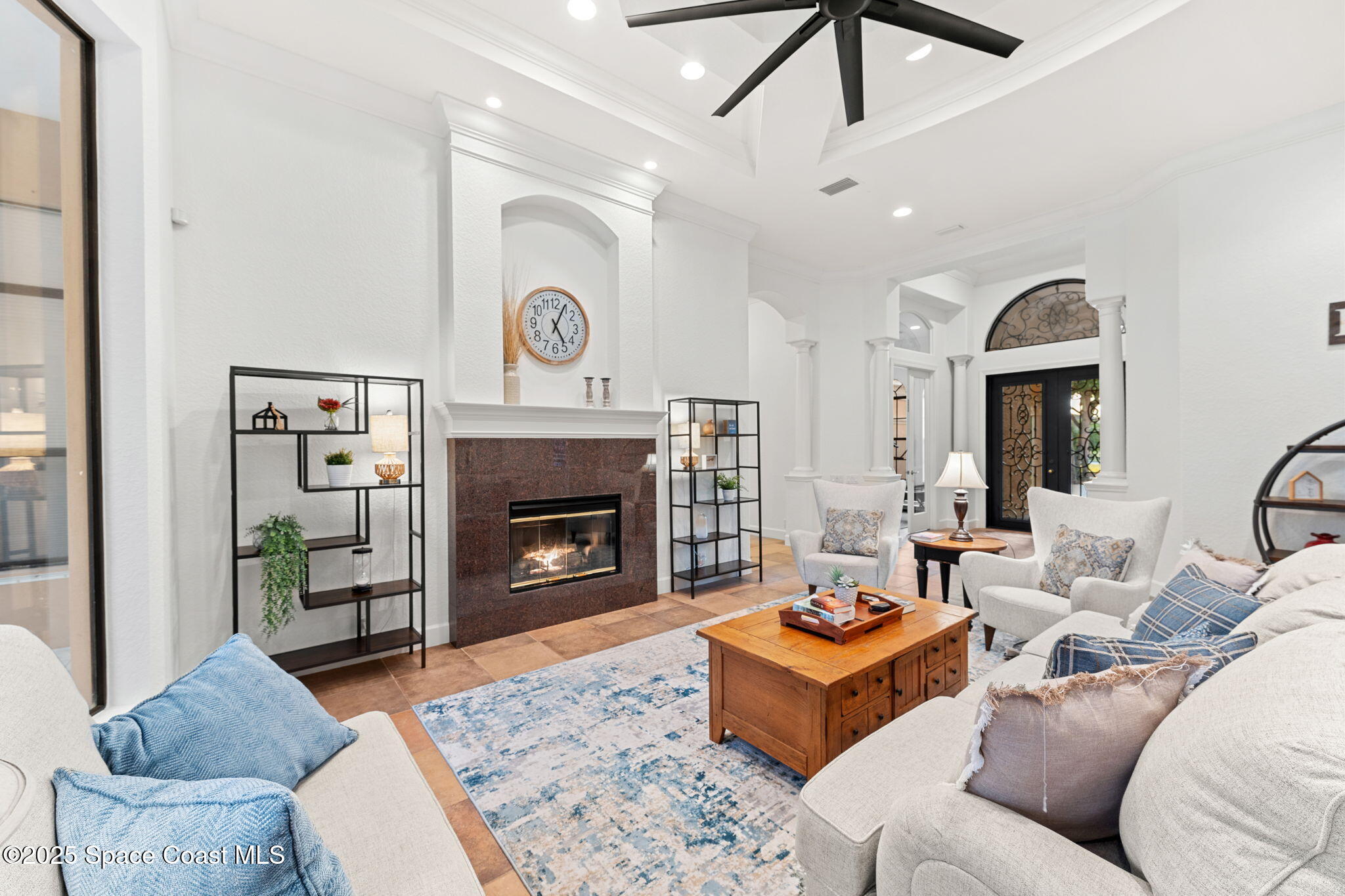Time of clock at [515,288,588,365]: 5:04
